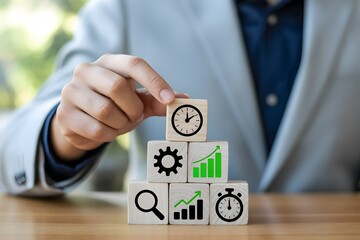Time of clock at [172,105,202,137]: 12:09
